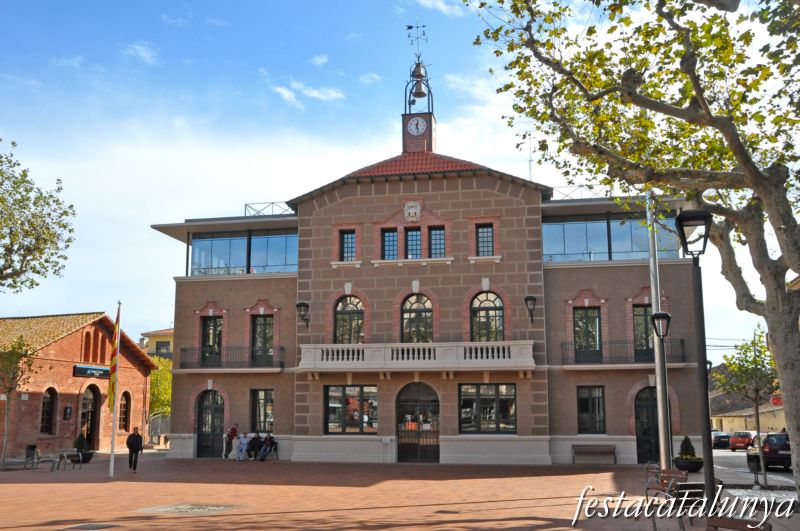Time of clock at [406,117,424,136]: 12:27
